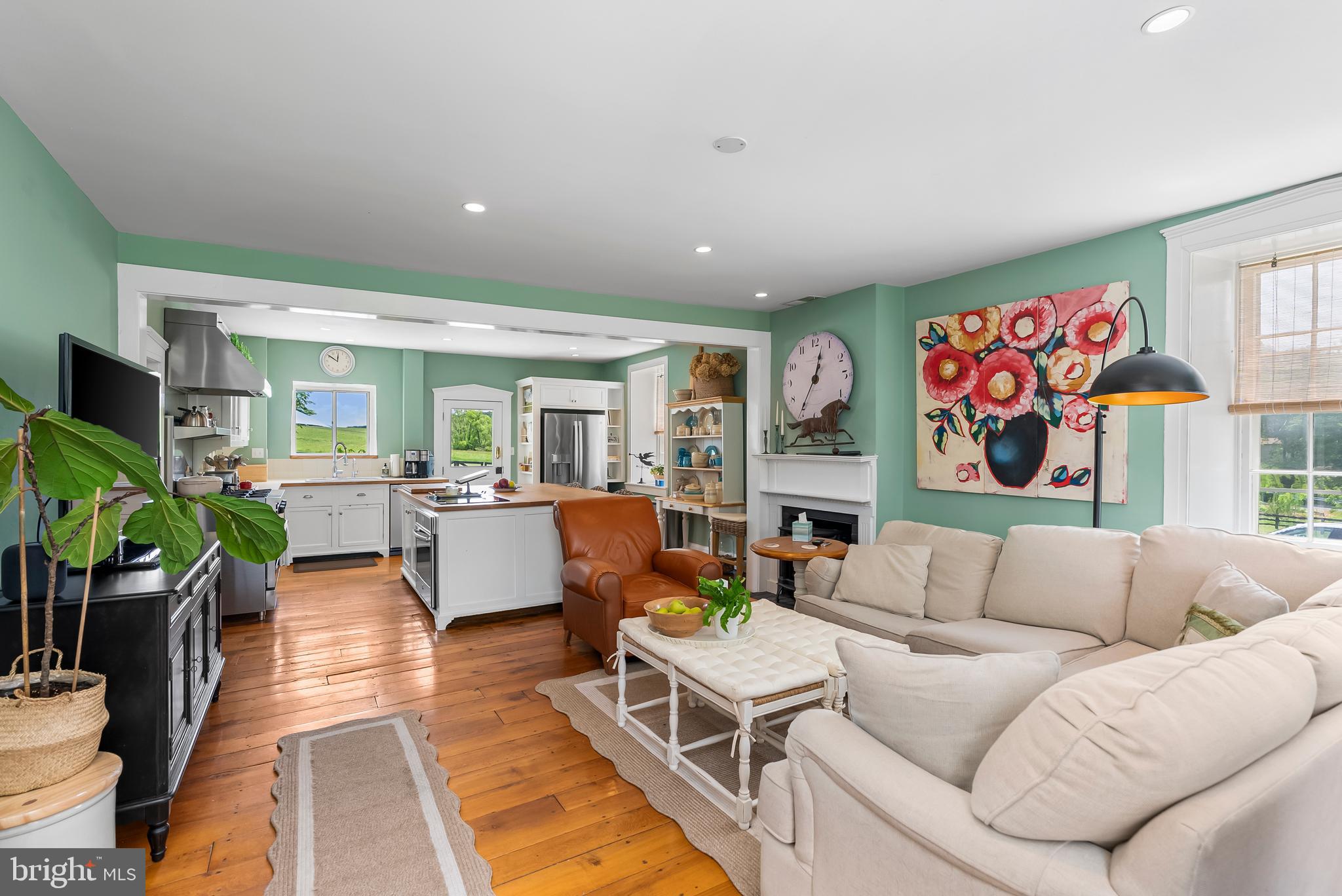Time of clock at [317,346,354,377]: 11:50
